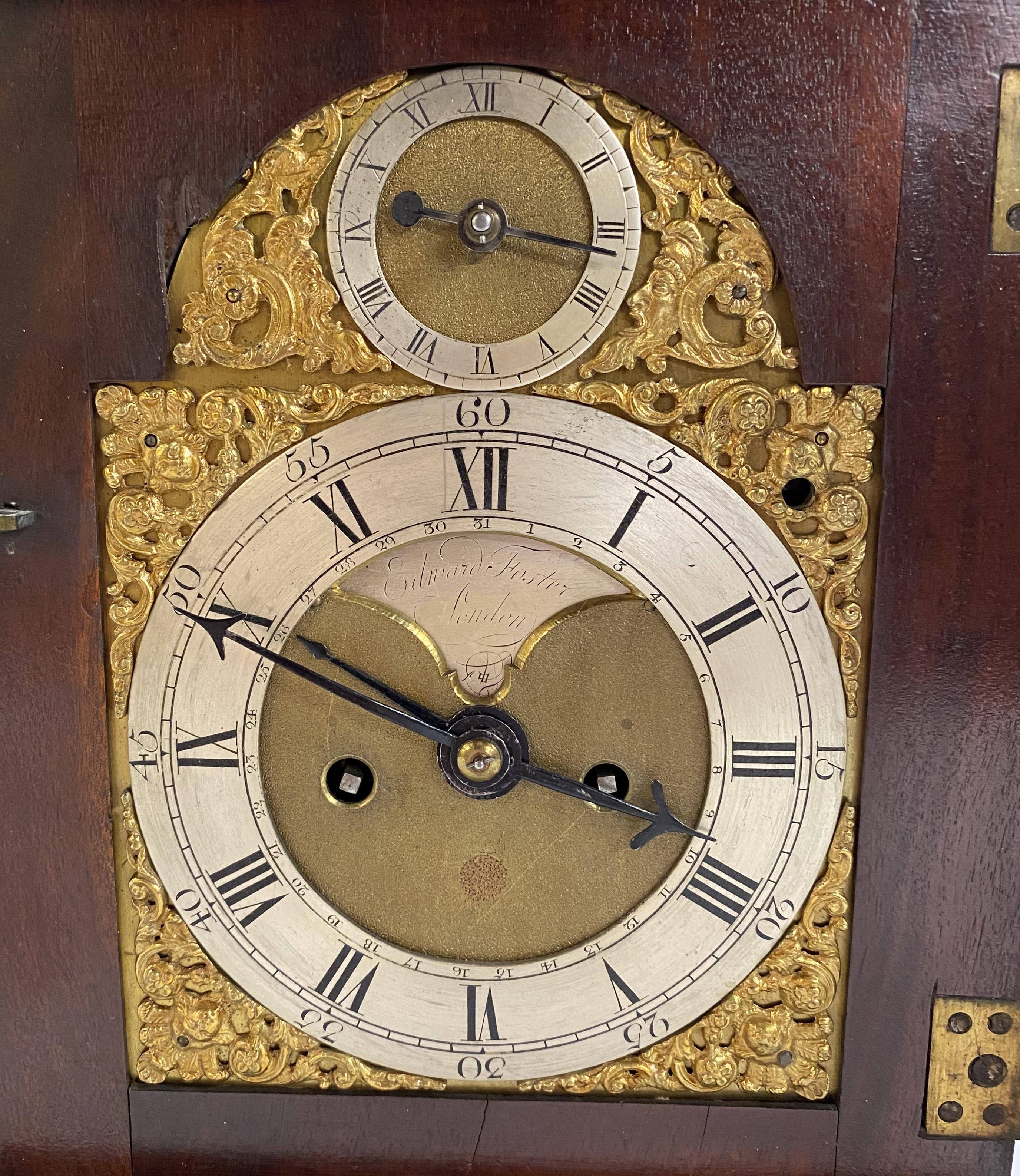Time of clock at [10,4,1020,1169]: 3:49
